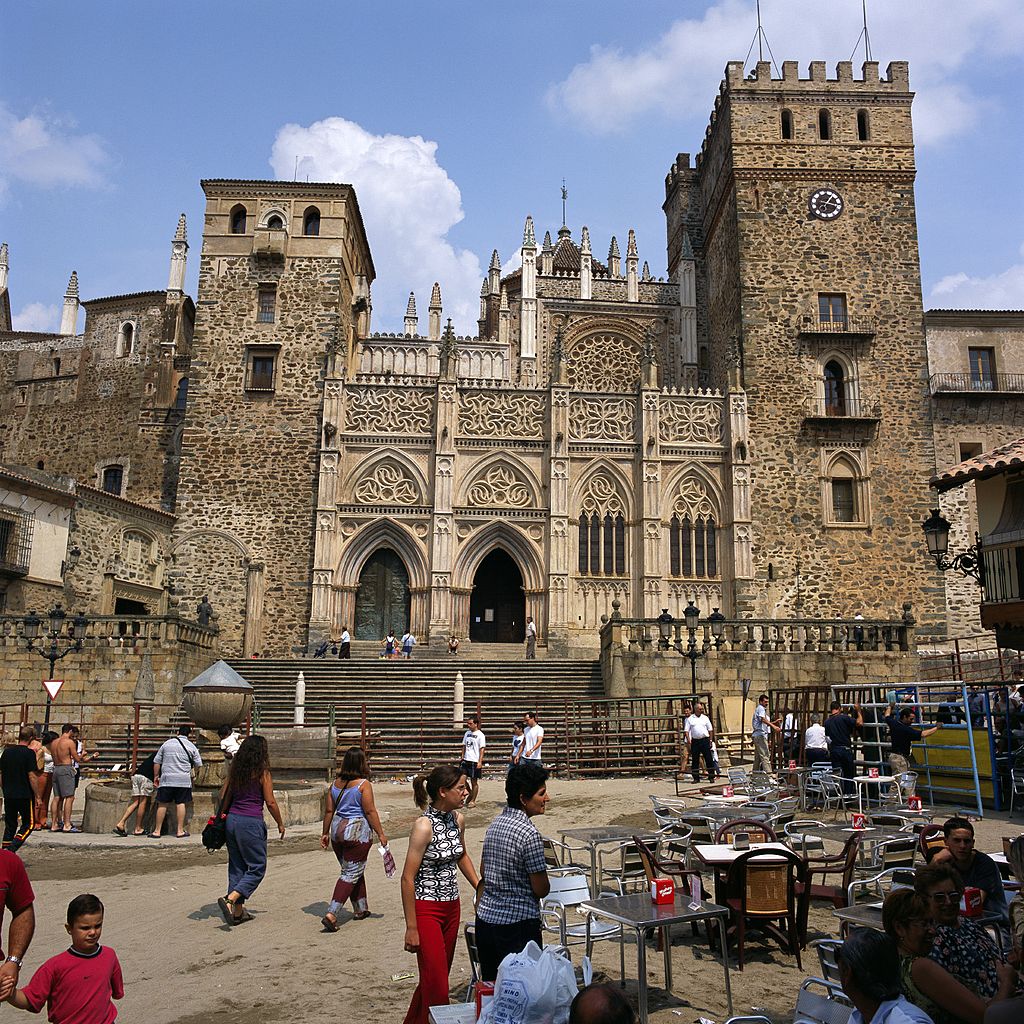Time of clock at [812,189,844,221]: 1:17
